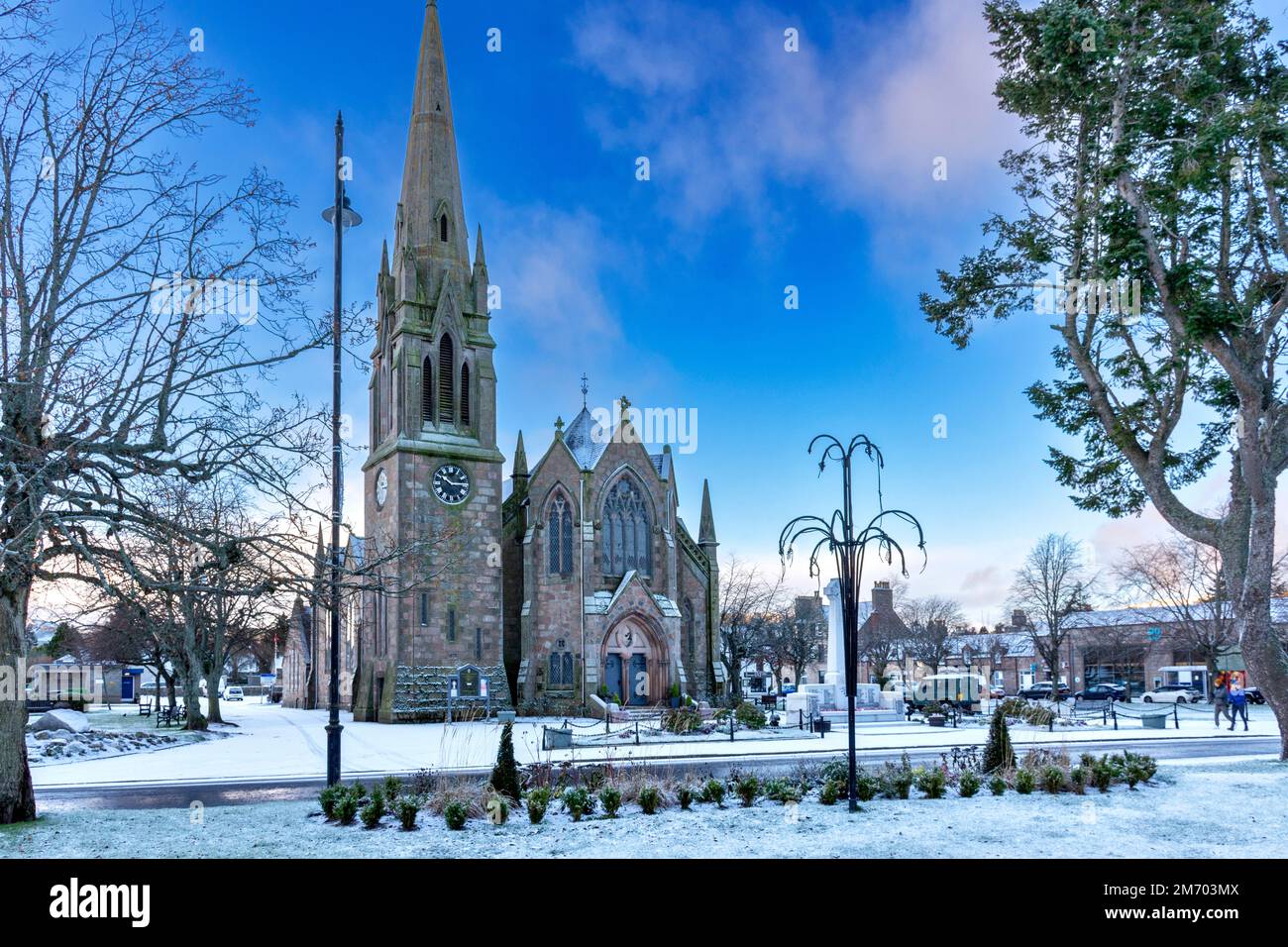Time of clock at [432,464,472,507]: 10:14
